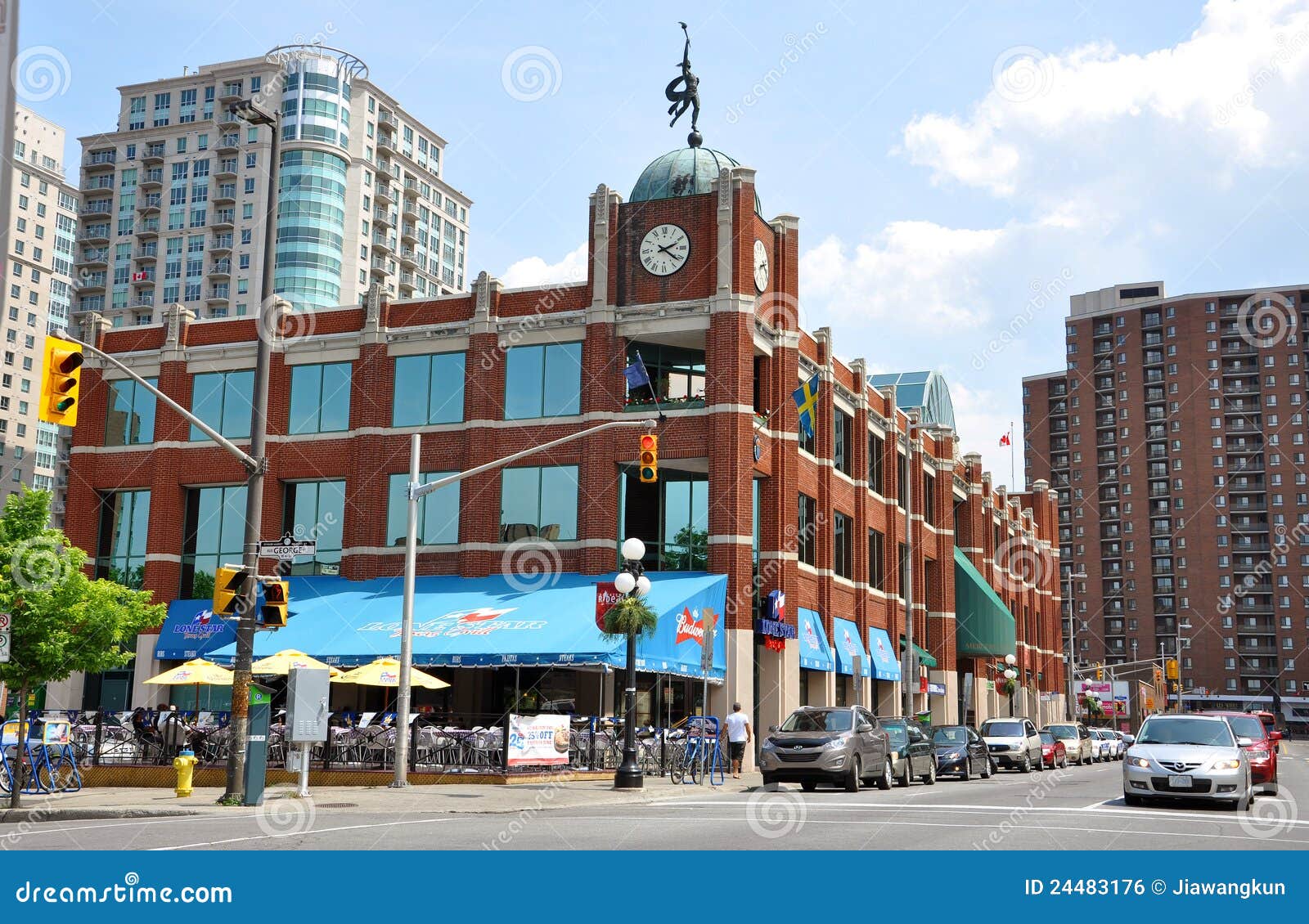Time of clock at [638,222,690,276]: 2:21
